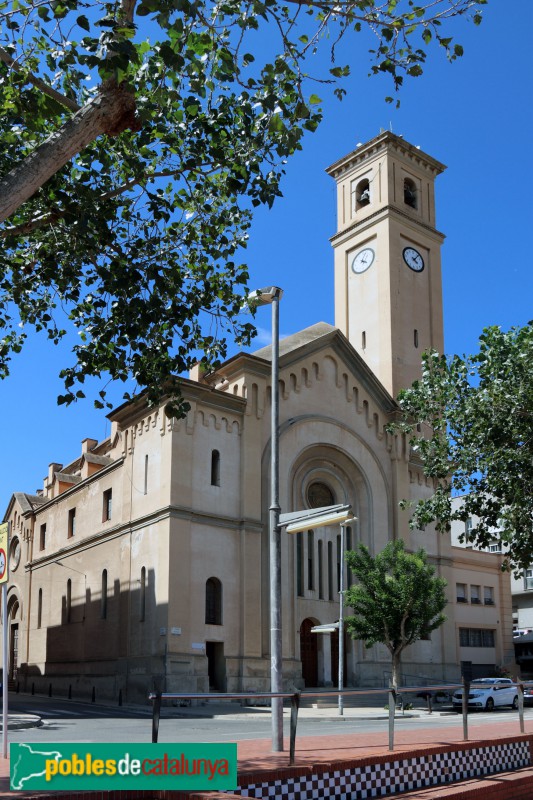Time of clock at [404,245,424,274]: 4:06
